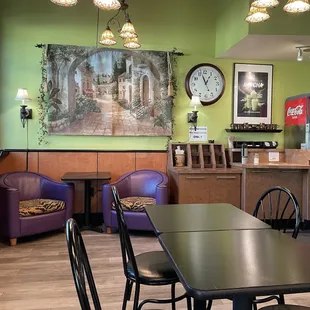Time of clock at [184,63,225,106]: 12:56
